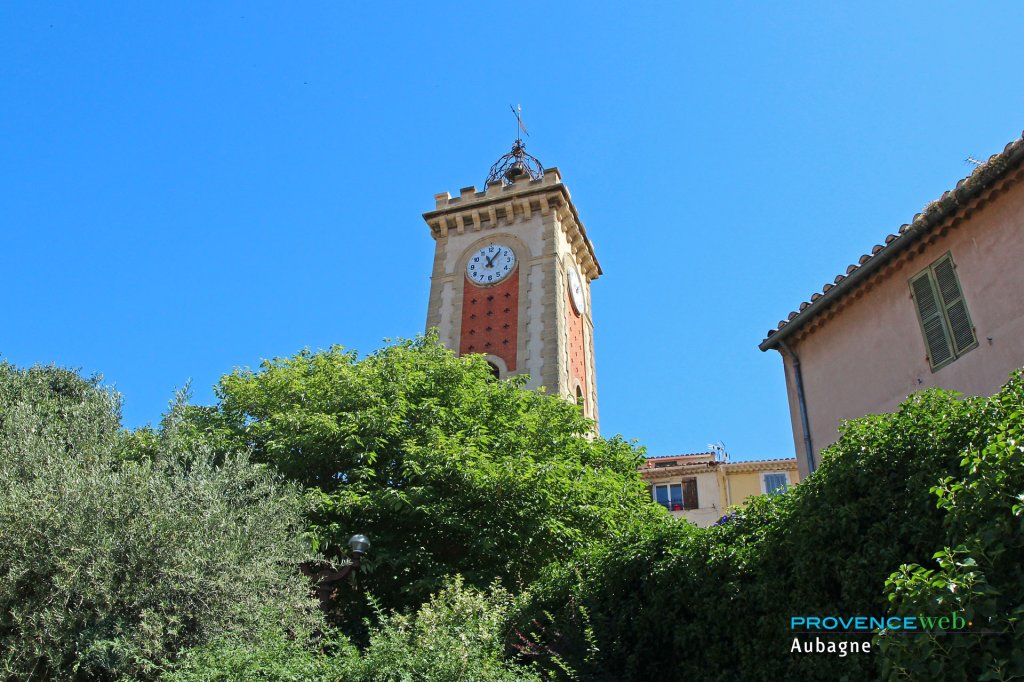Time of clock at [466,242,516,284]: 11:06
